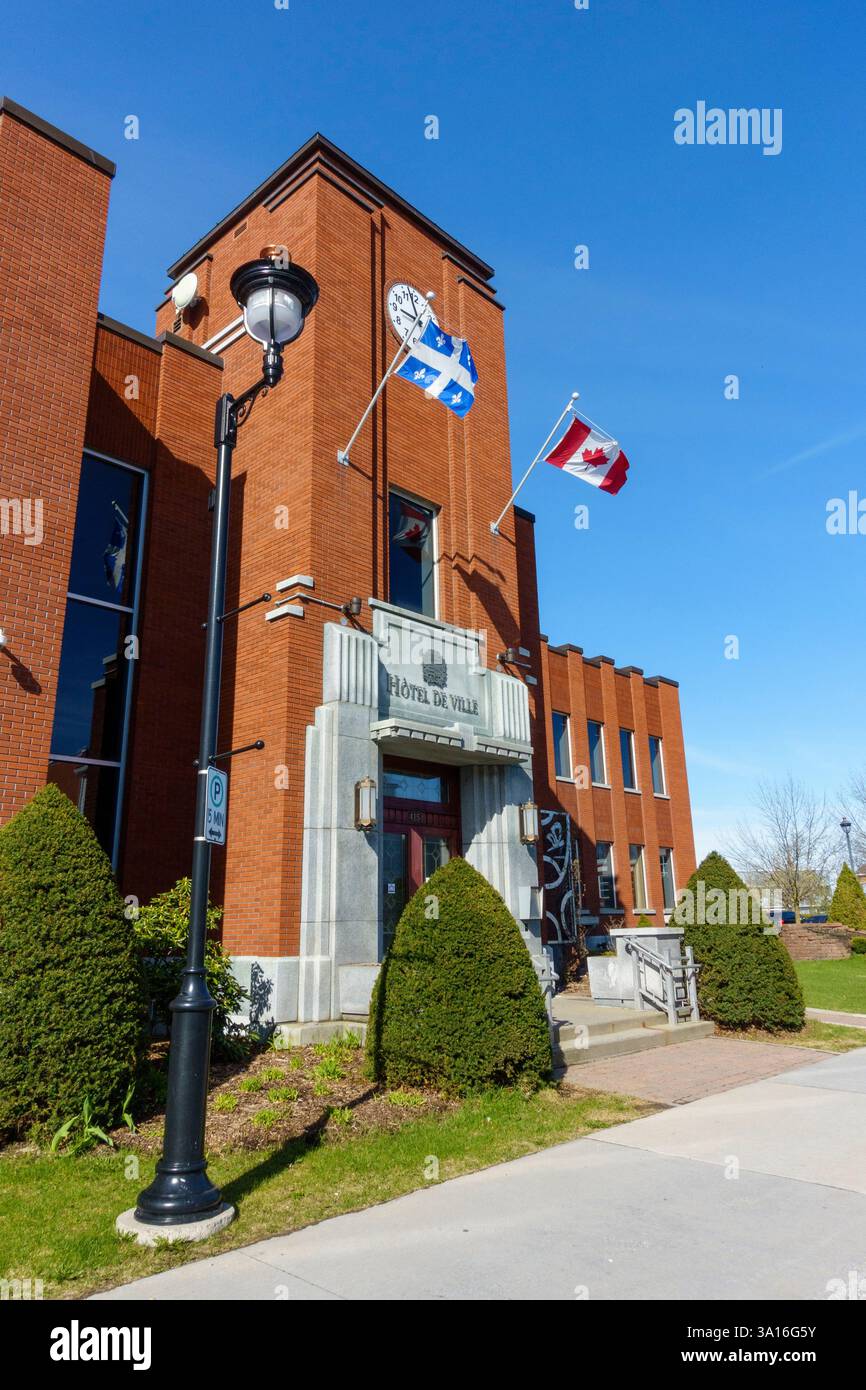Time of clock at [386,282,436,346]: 8:57
